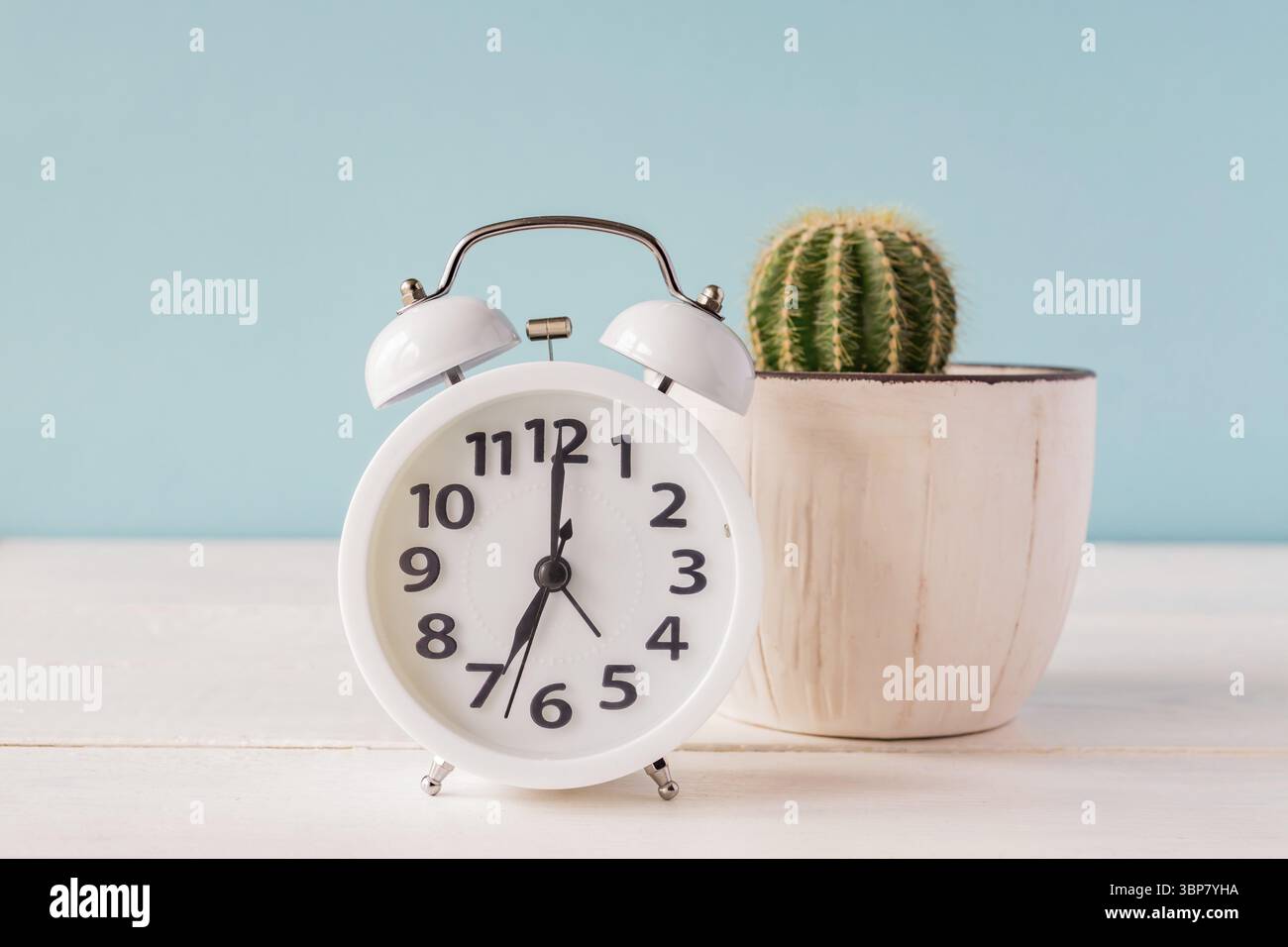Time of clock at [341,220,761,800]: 7:00
